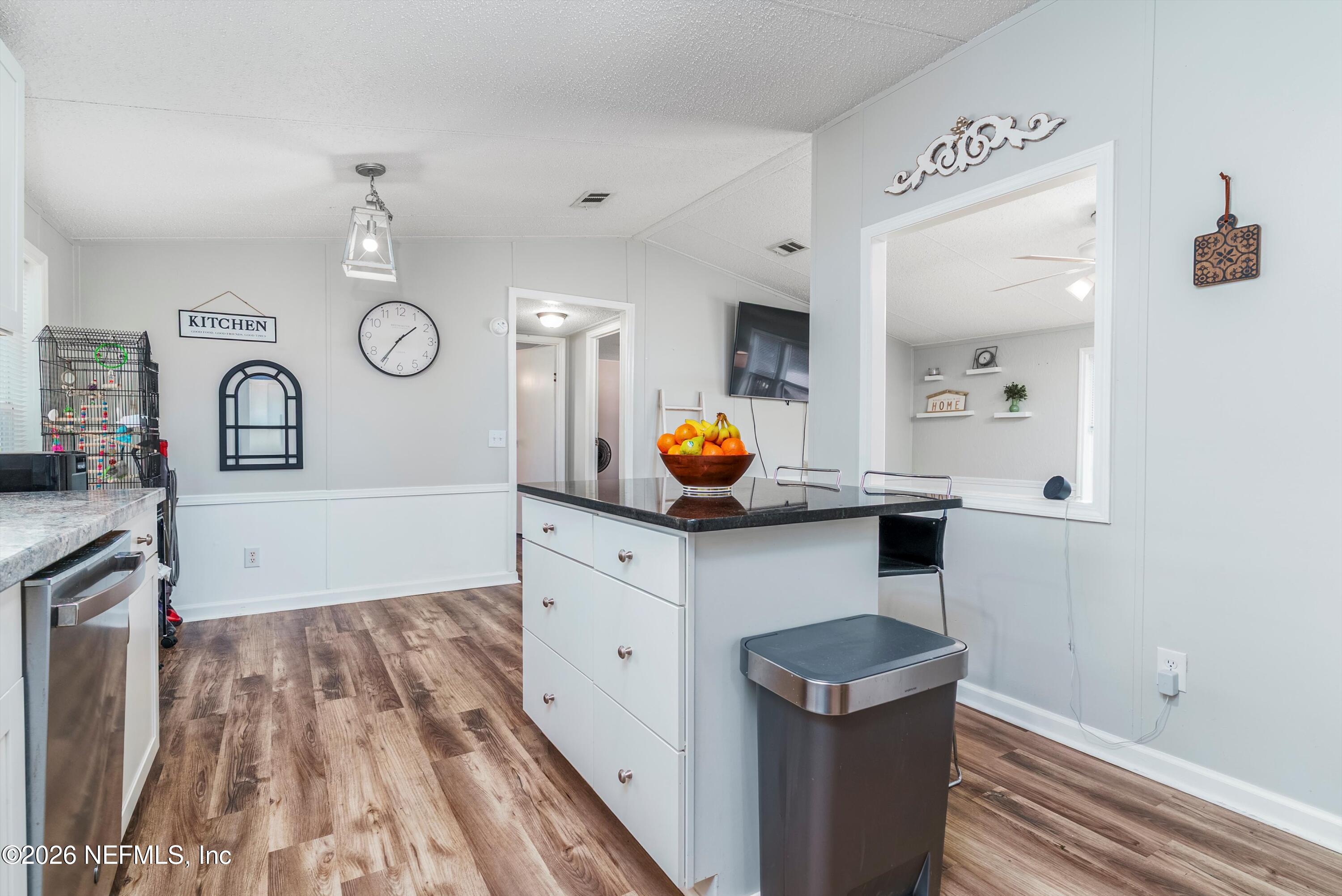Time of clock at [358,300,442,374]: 1:35
